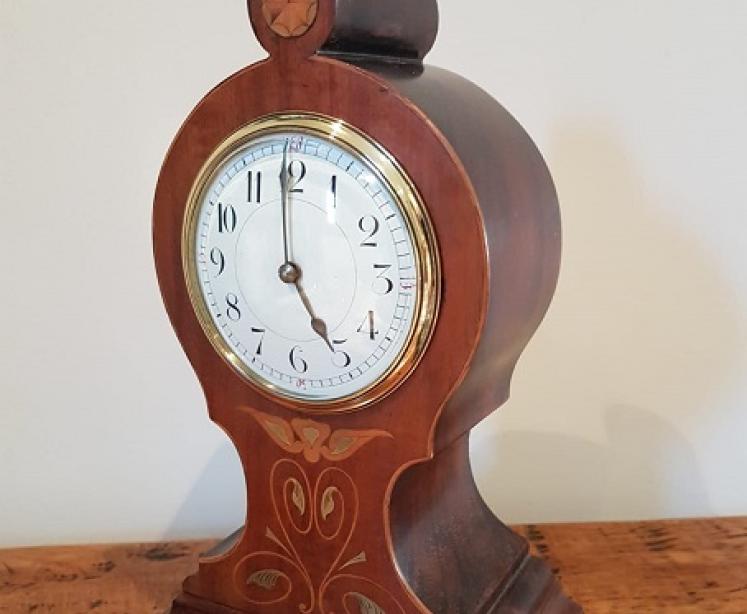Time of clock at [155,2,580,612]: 4:59
